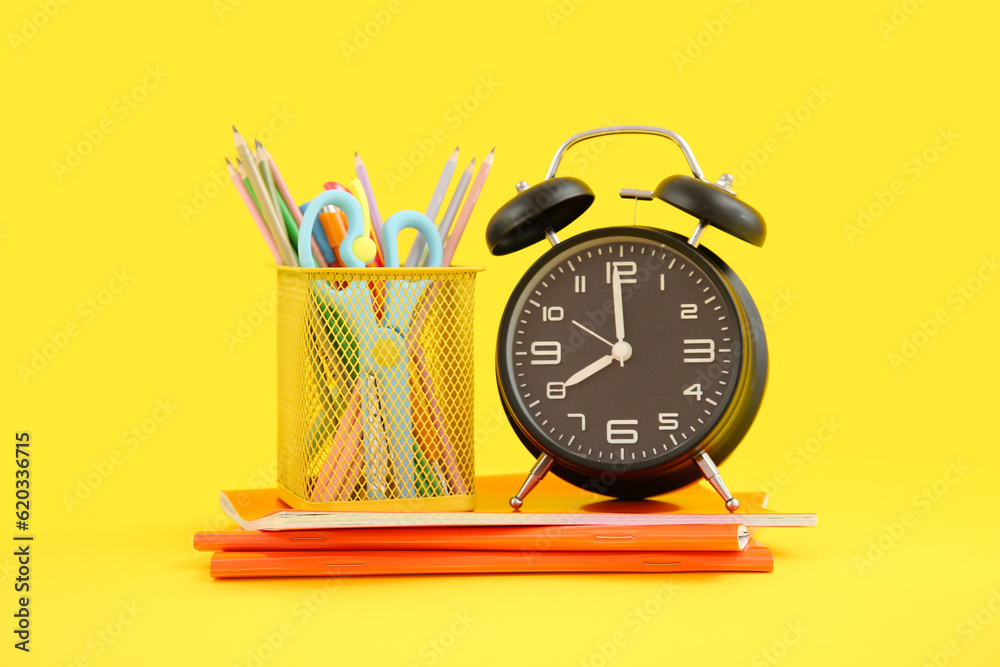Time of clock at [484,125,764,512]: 7:59
